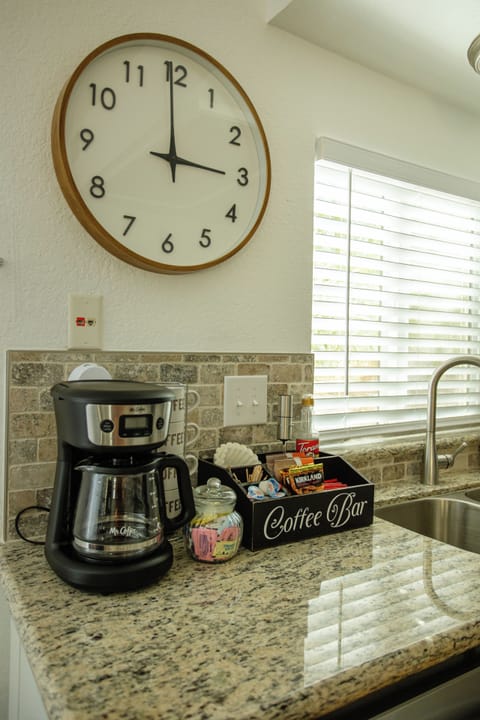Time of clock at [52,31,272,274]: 2:59
